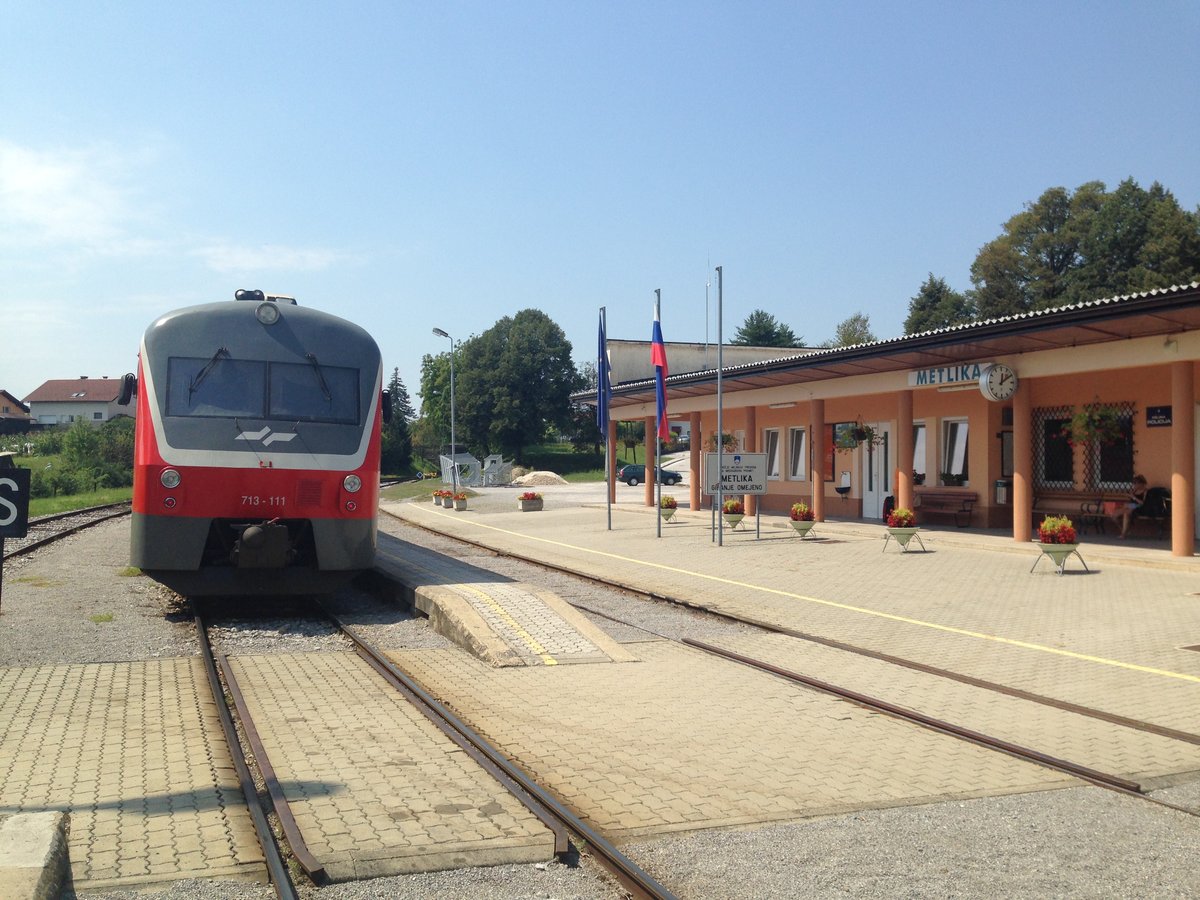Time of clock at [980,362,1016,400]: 12:09
